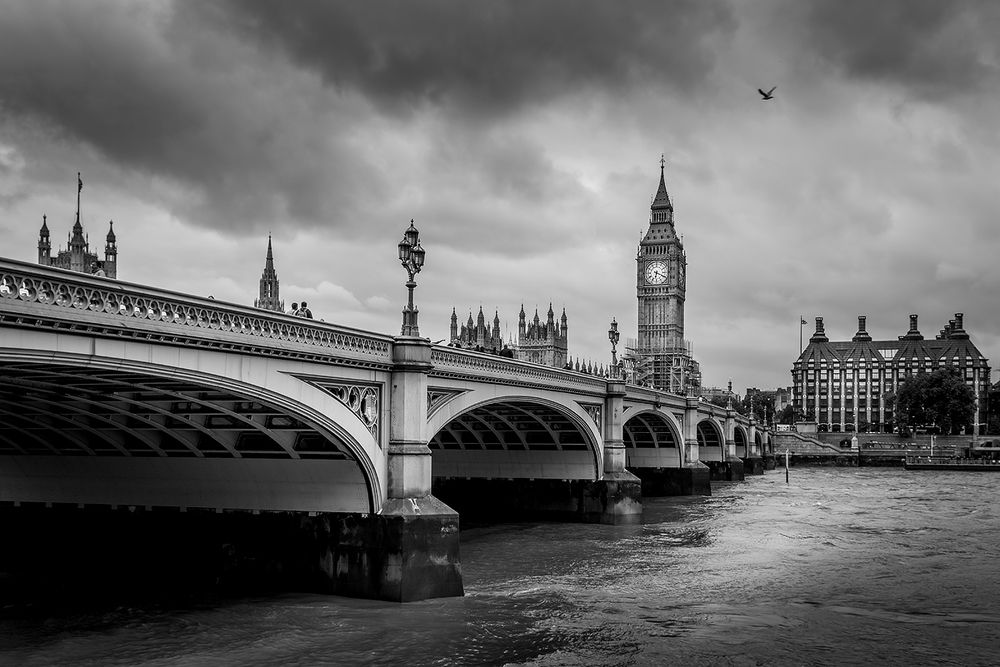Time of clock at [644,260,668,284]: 6:19
